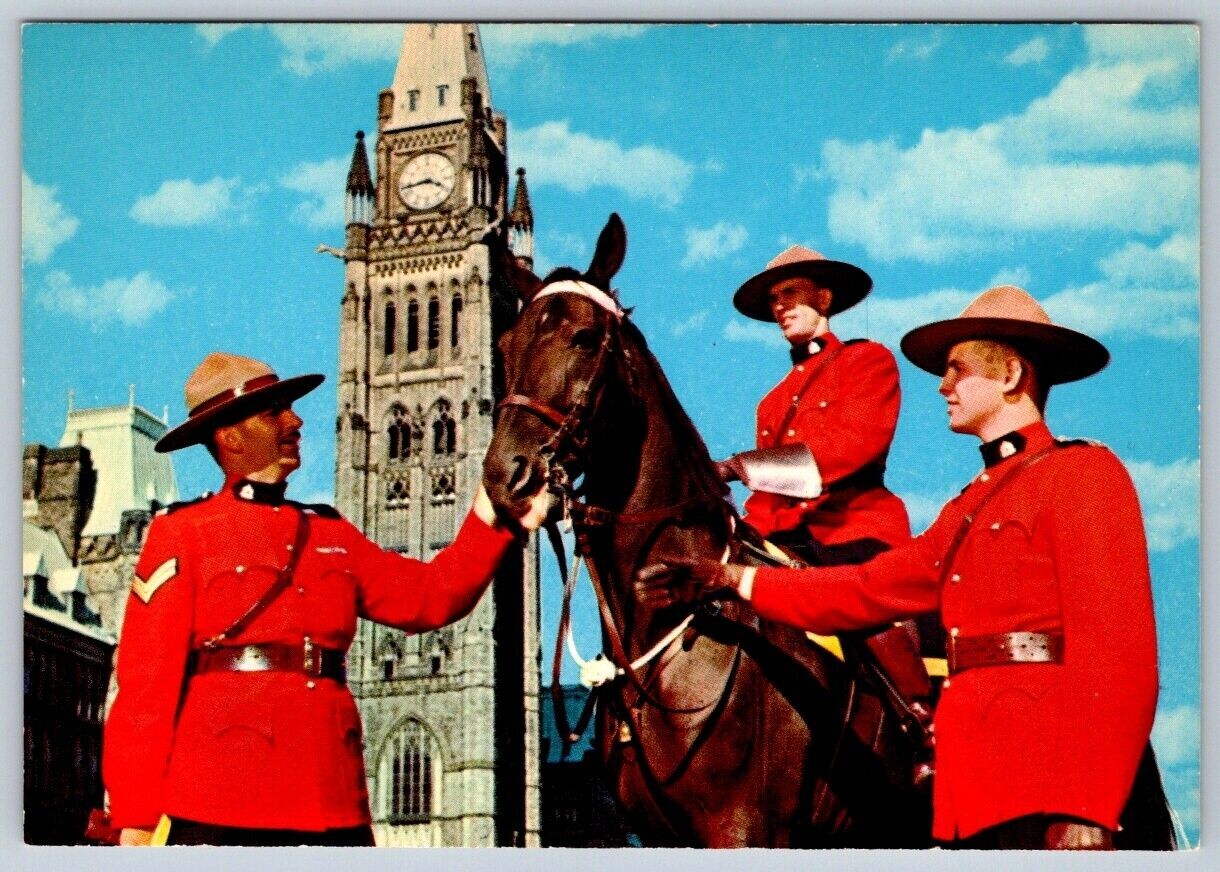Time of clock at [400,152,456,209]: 3:43
